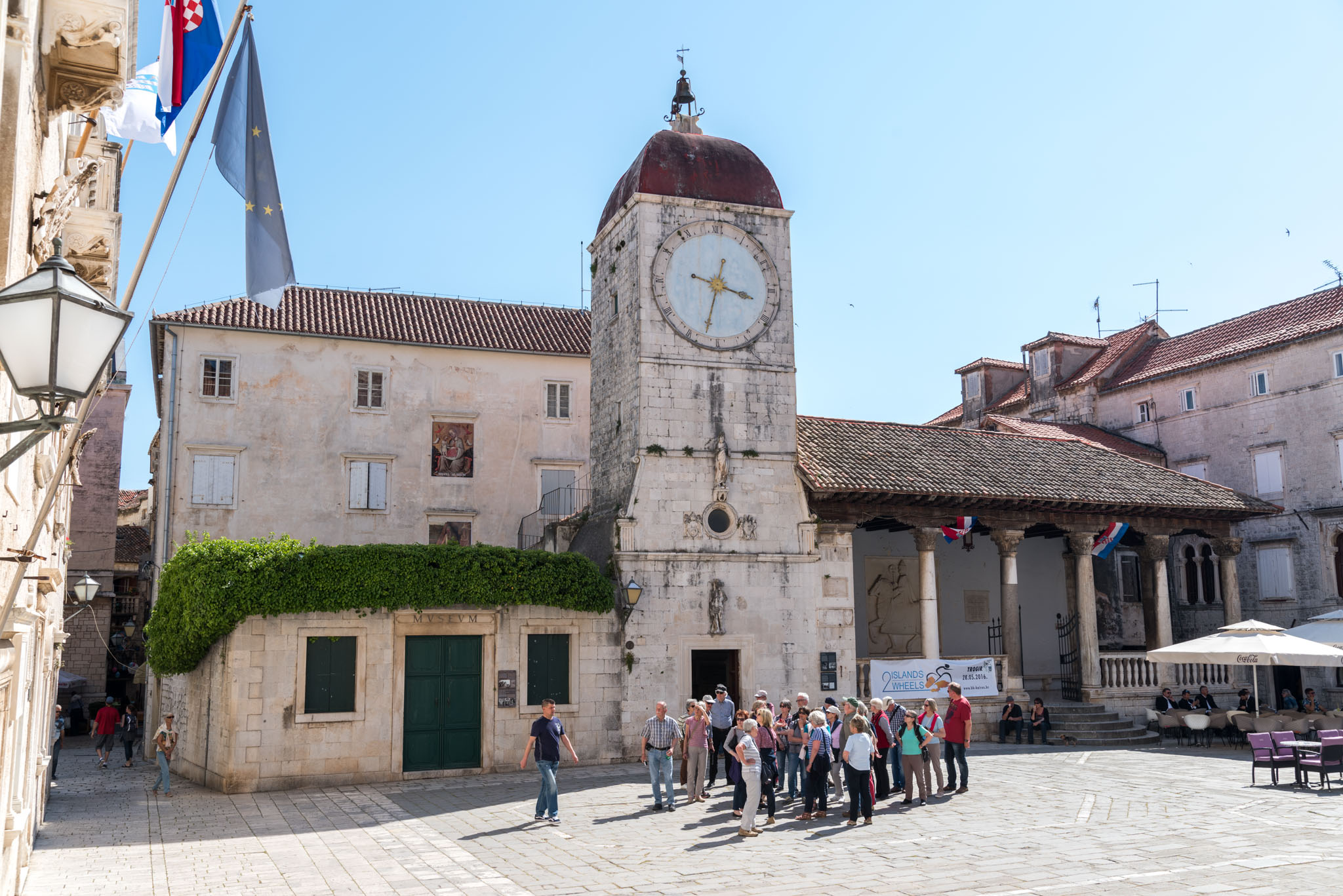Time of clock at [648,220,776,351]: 3:32
